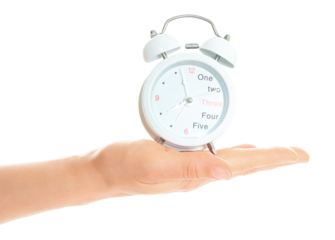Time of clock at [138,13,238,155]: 7:57
